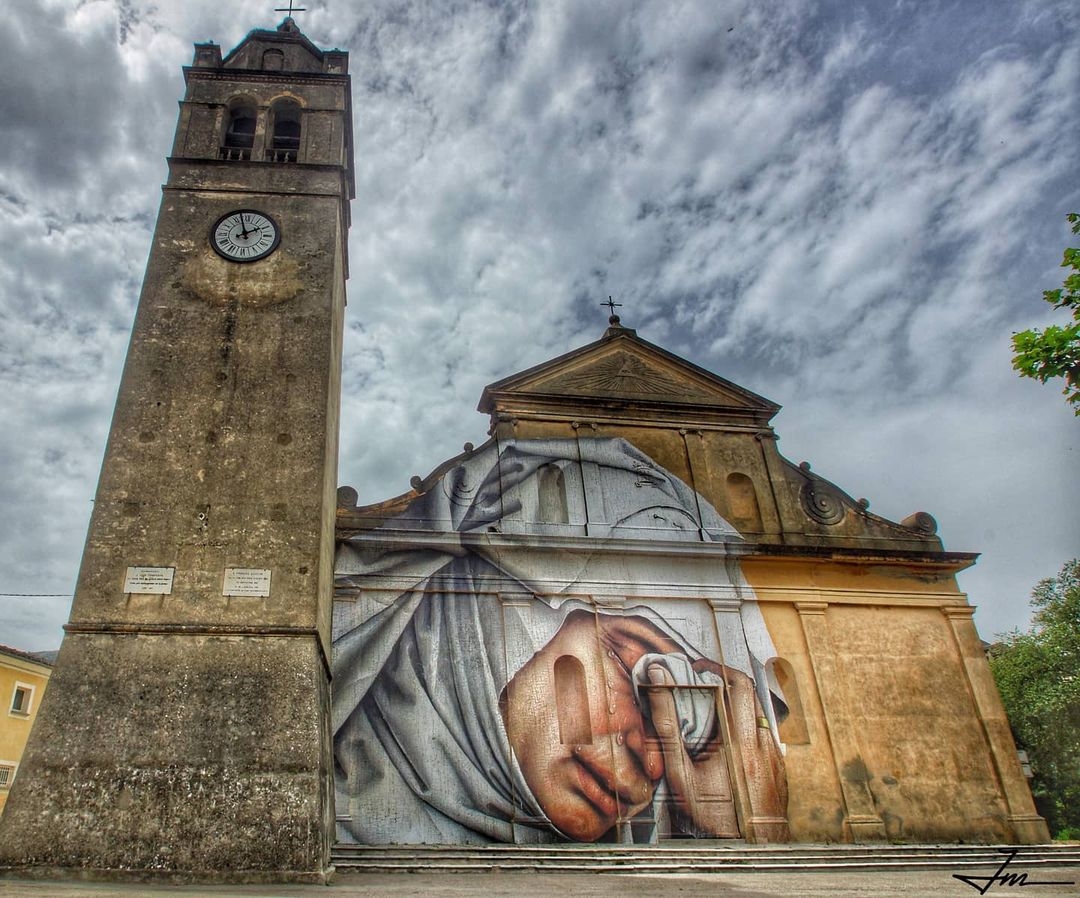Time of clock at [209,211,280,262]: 1:57
